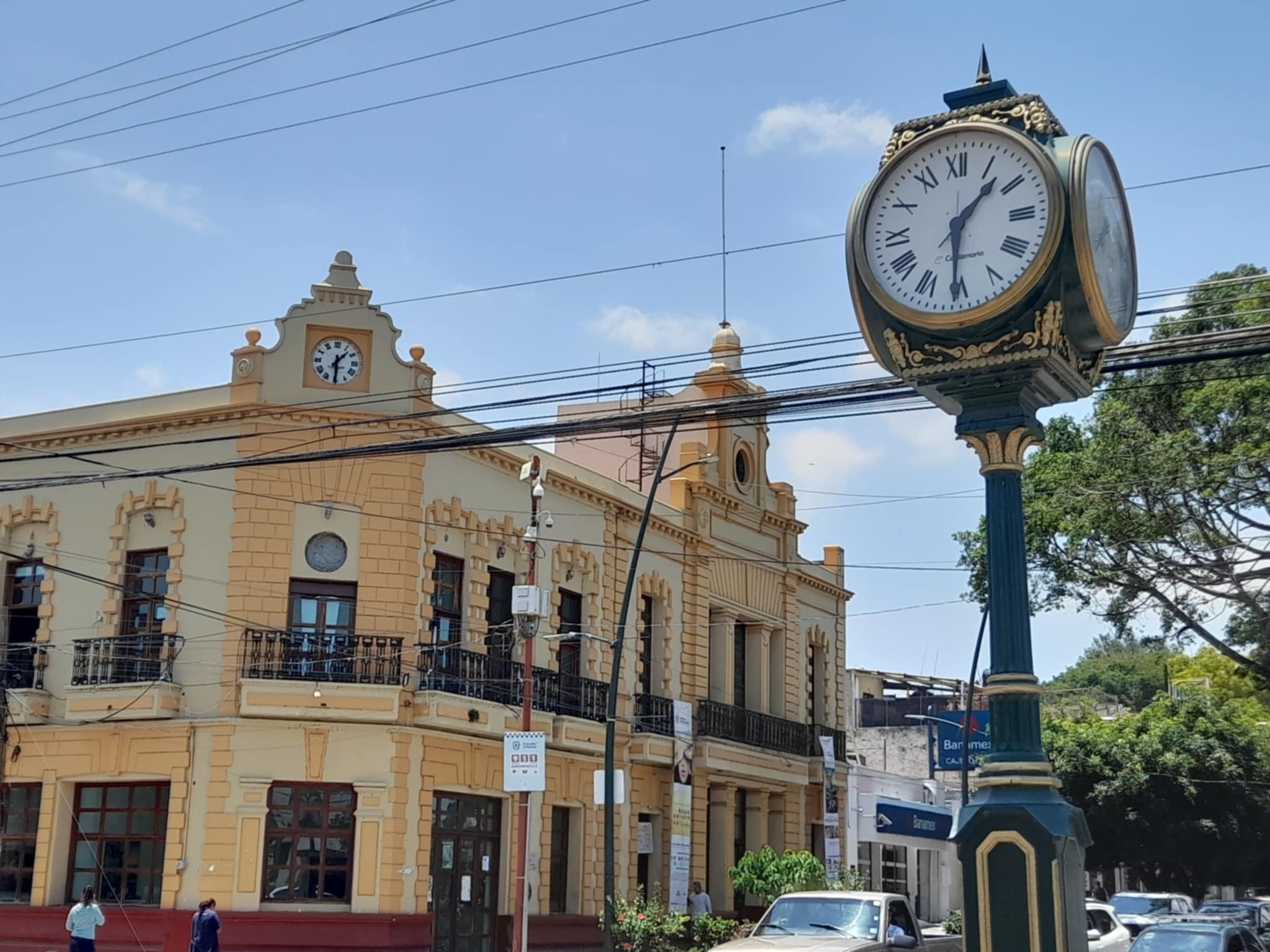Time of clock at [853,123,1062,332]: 1:30
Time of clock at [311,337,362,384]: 1:30
